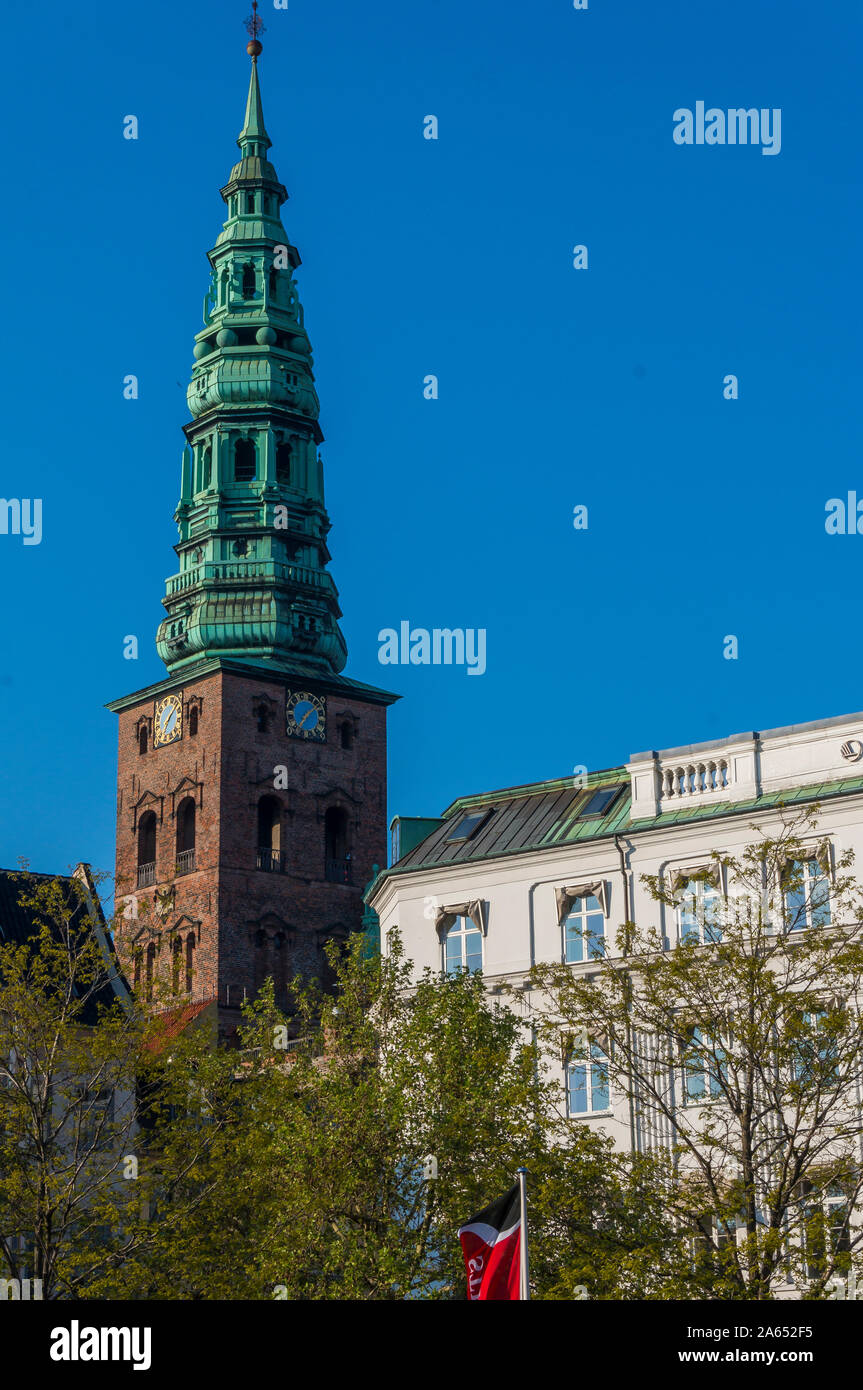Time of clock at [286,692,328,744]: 7:08
